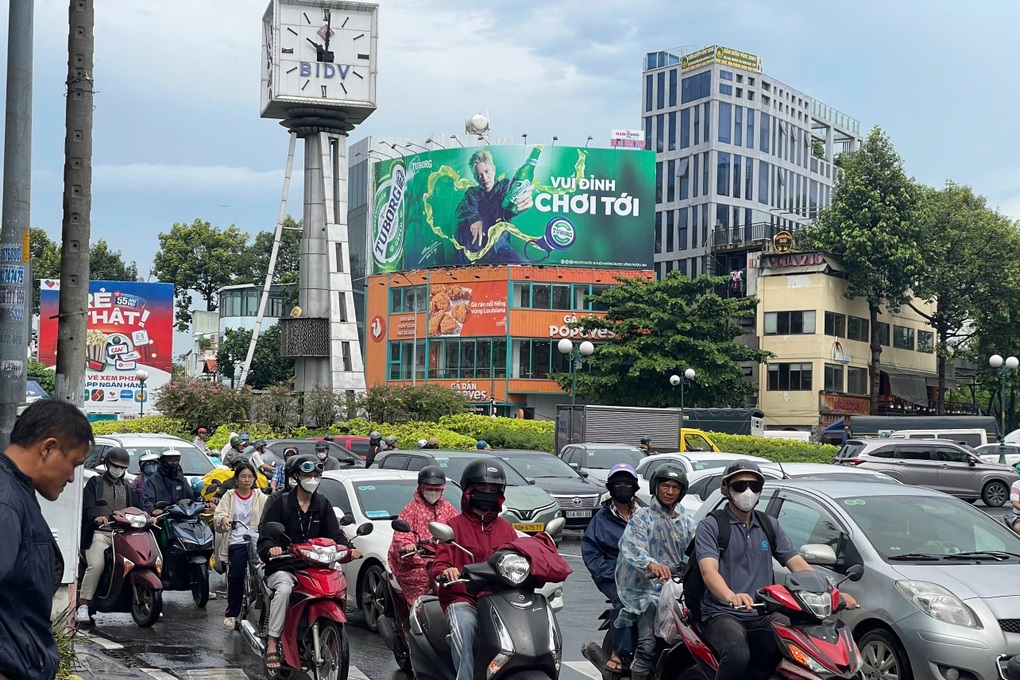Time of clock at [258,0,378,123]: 10:00
